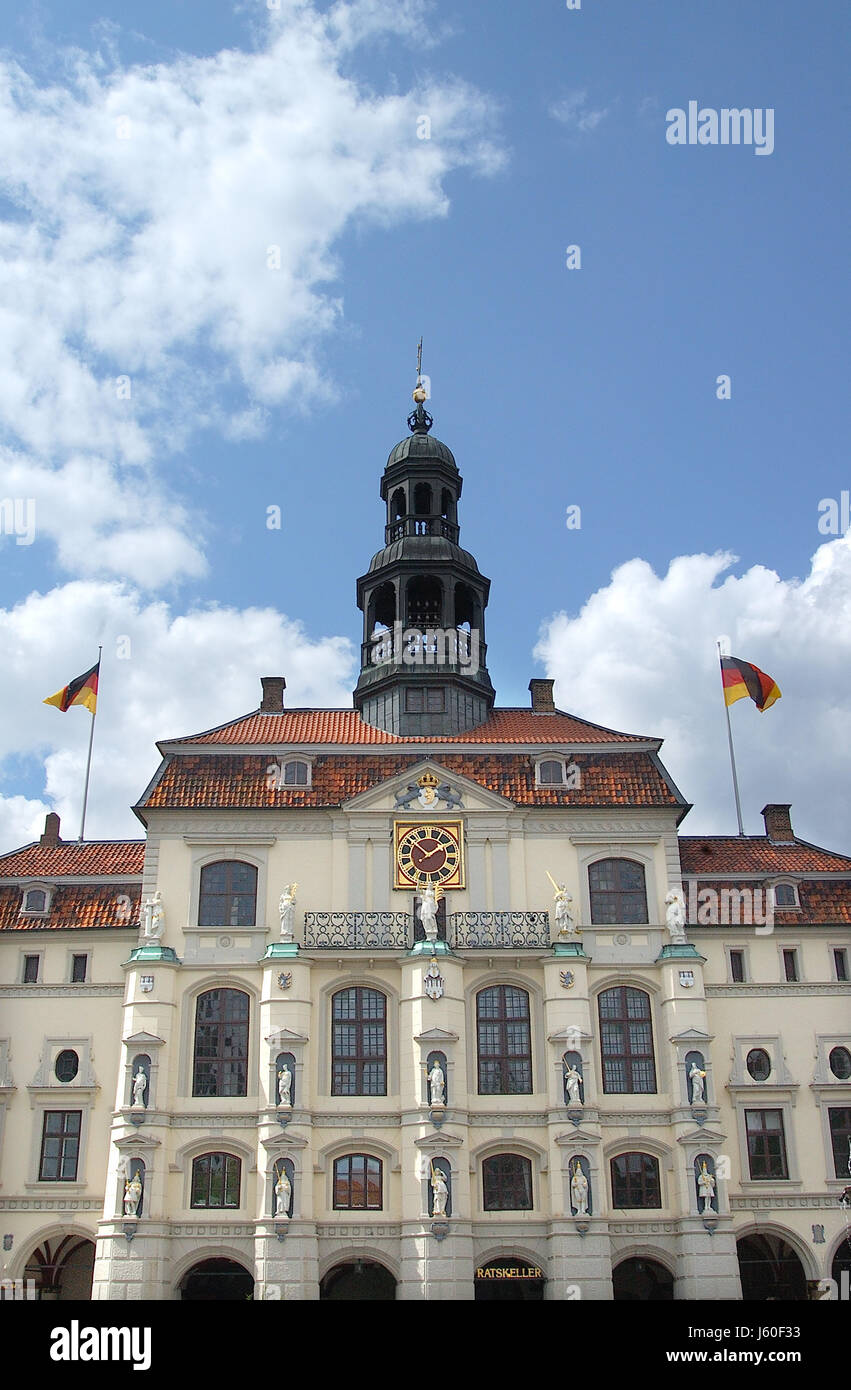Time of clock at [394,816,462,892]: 1:51
